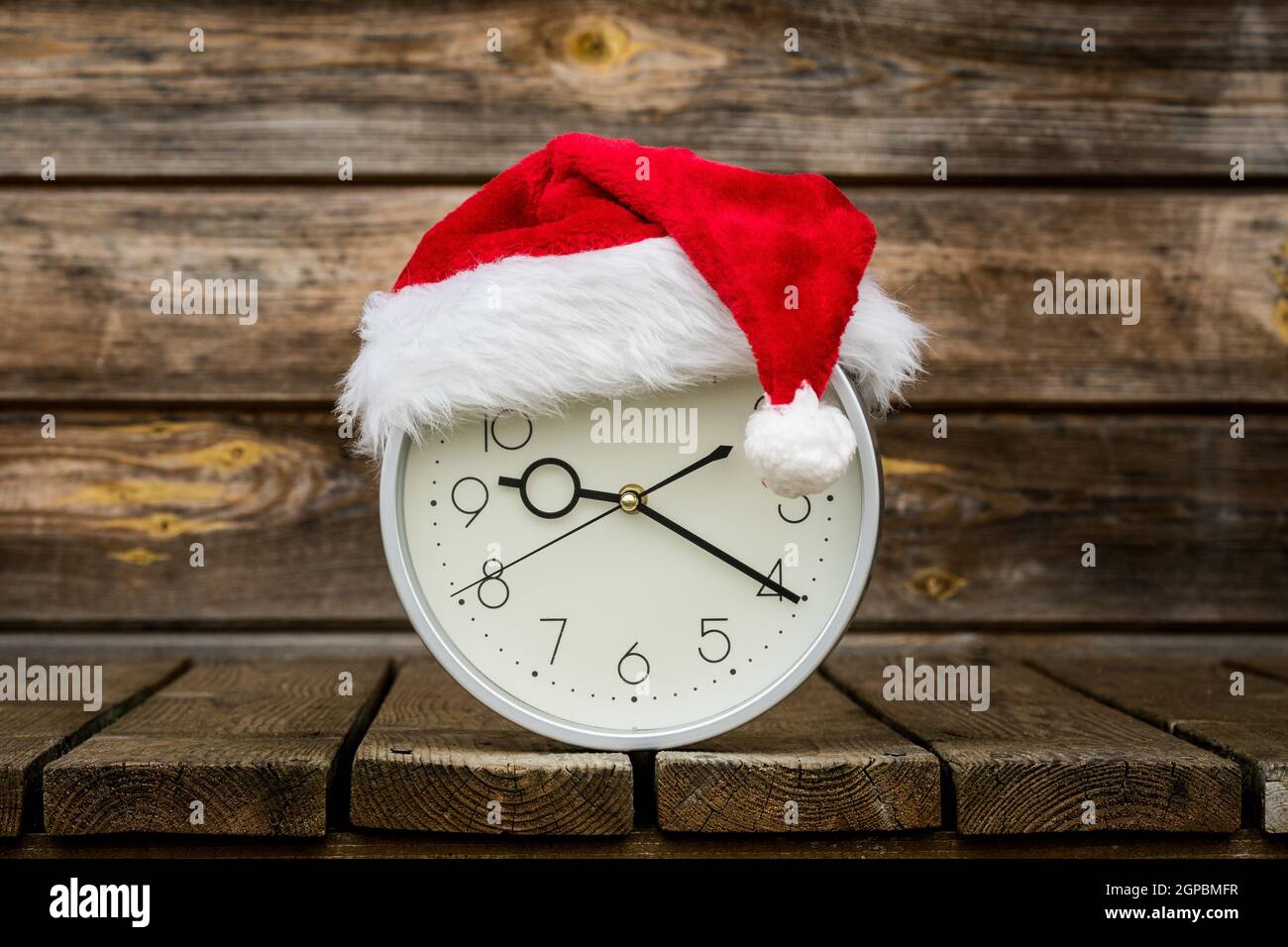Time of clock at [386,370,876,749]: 9:20
